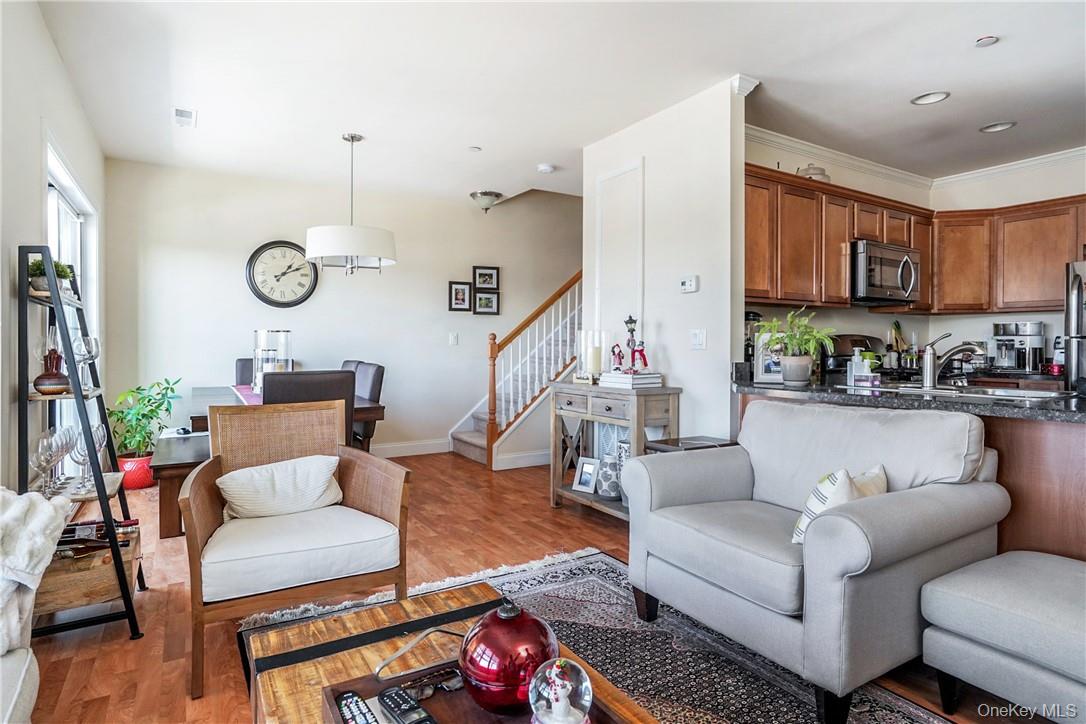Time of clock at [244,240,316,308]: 1:11
